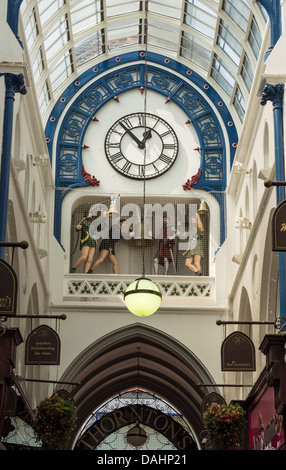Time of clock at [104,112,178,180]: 12:53
